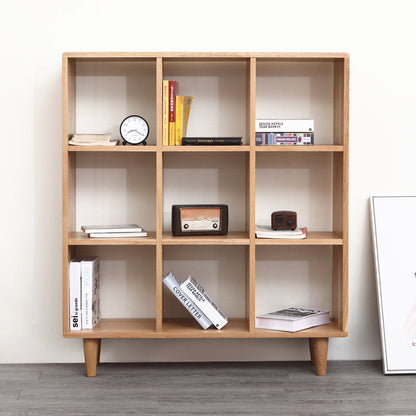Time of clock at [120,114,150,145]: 8:20
